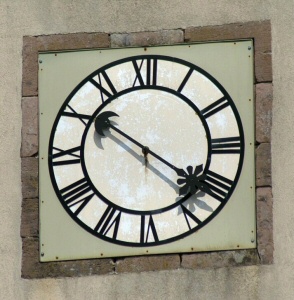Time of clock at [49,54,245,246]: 10:20
